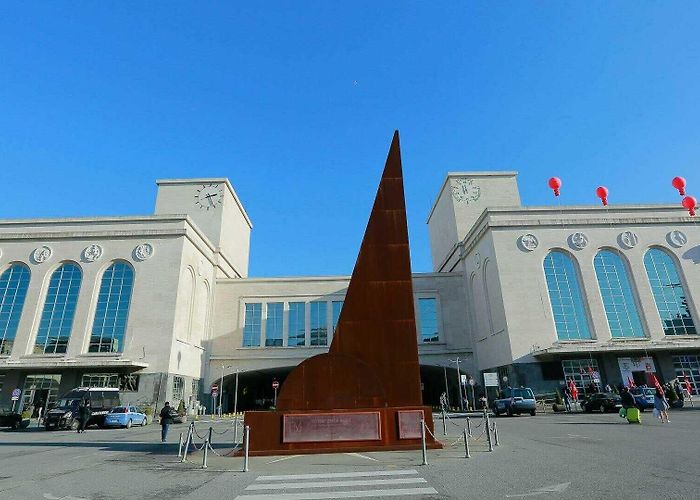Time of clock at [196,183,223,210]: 2:25
